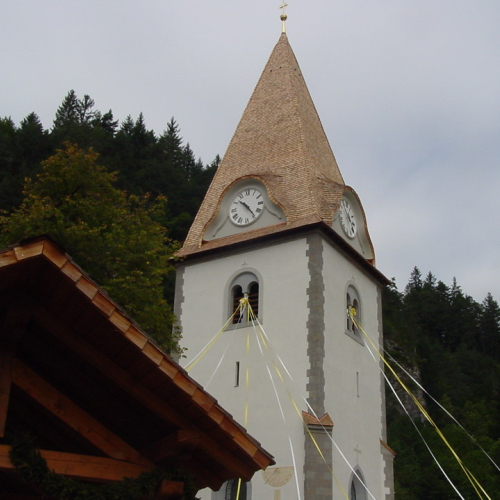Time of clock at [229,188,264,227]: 10:23
